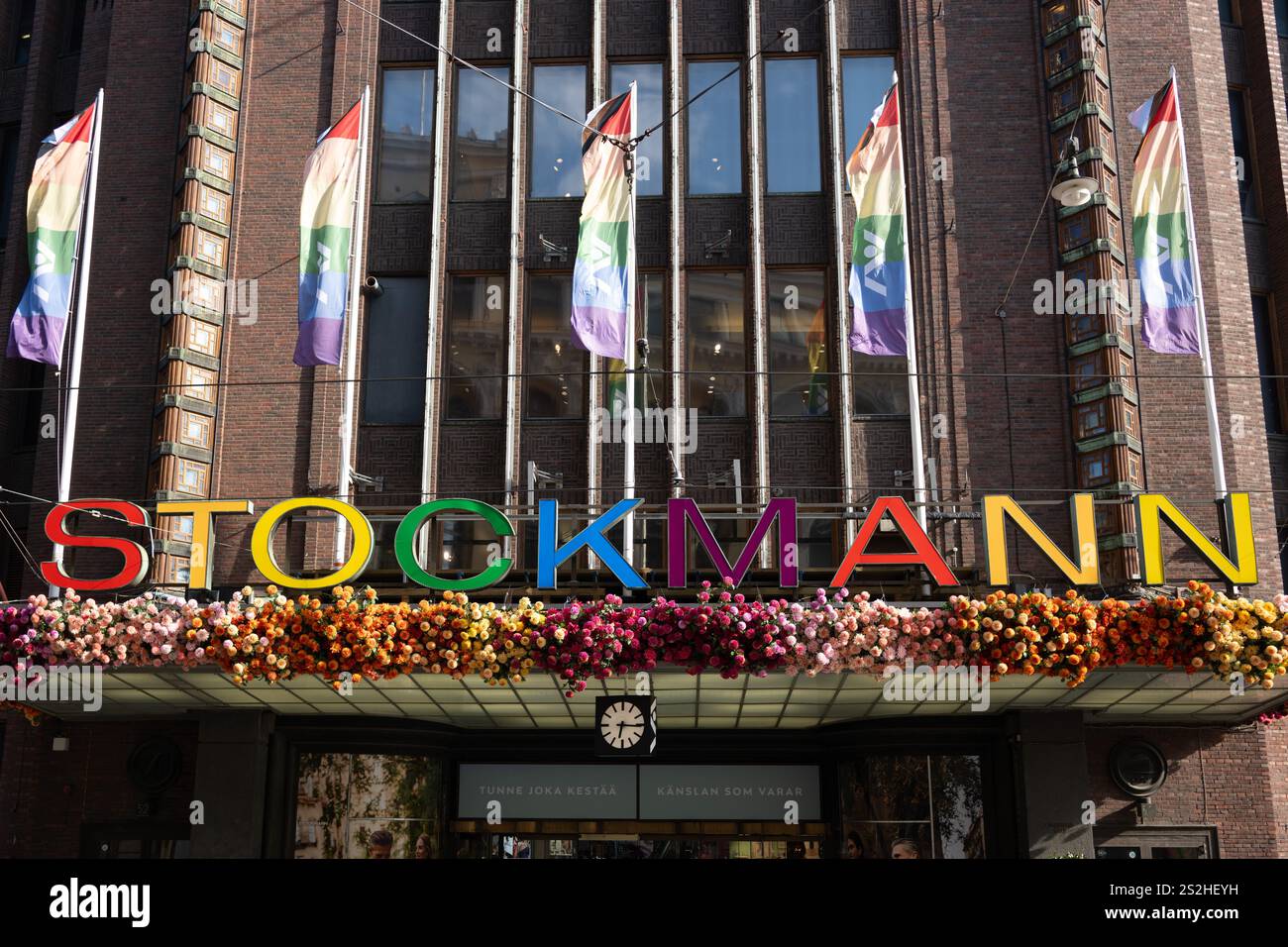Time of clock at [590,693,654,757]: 6:15
